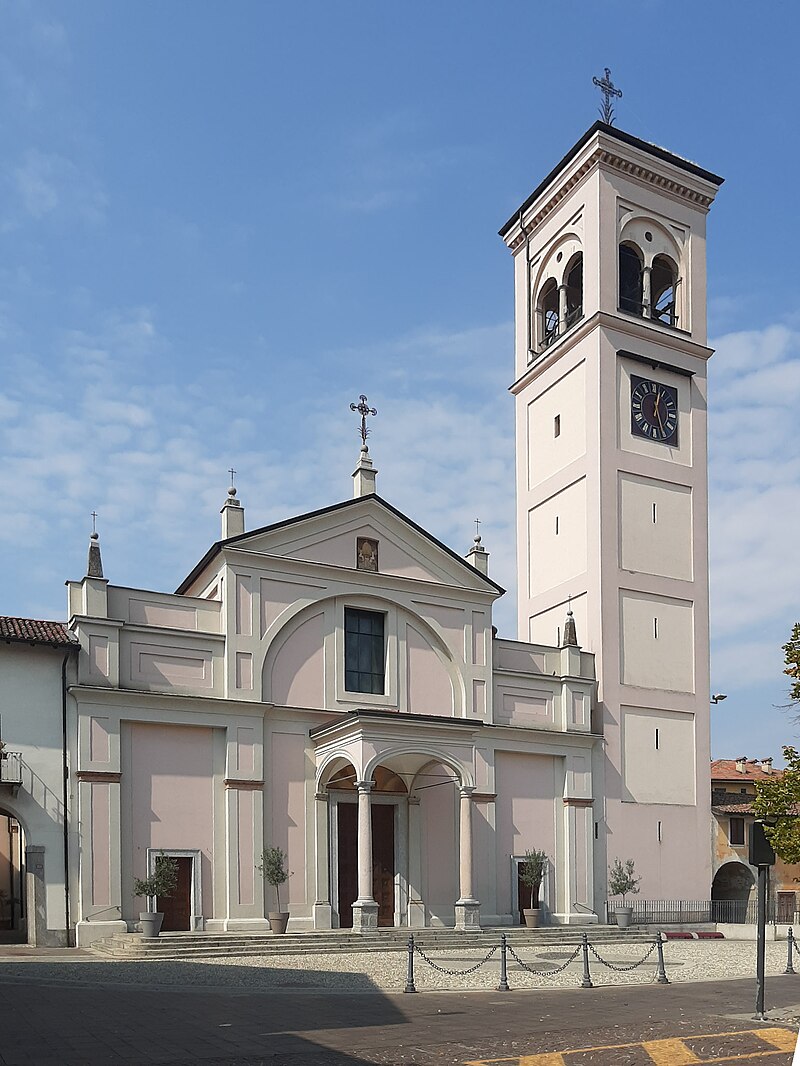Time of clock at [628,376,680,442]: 12:26
